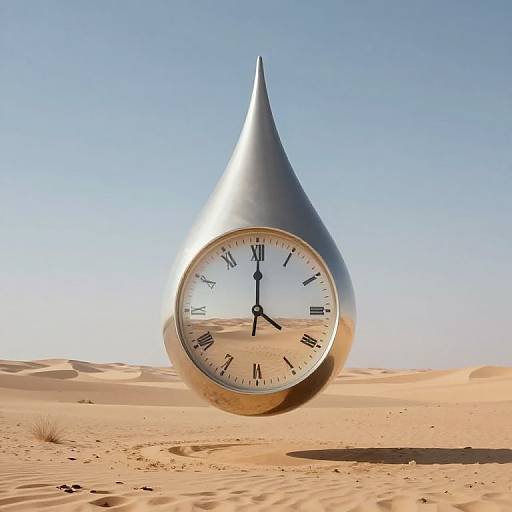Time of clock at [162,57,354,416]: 4:00
